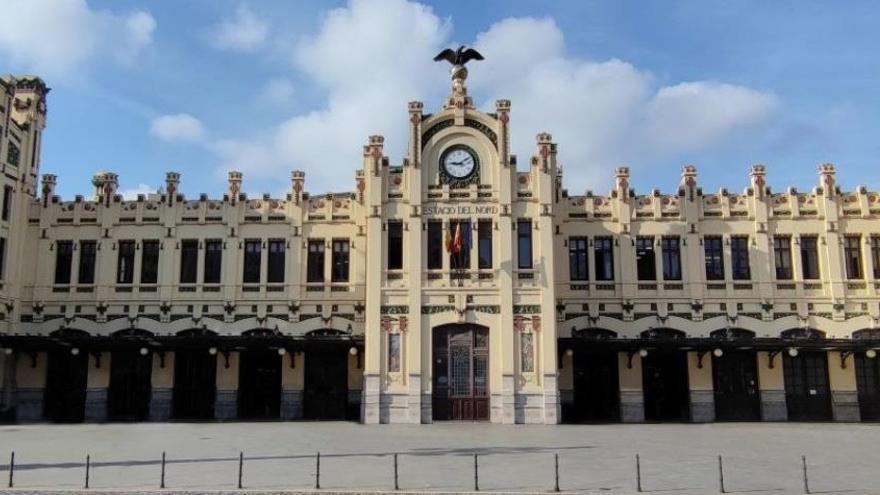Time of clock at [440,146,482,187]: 9:10
